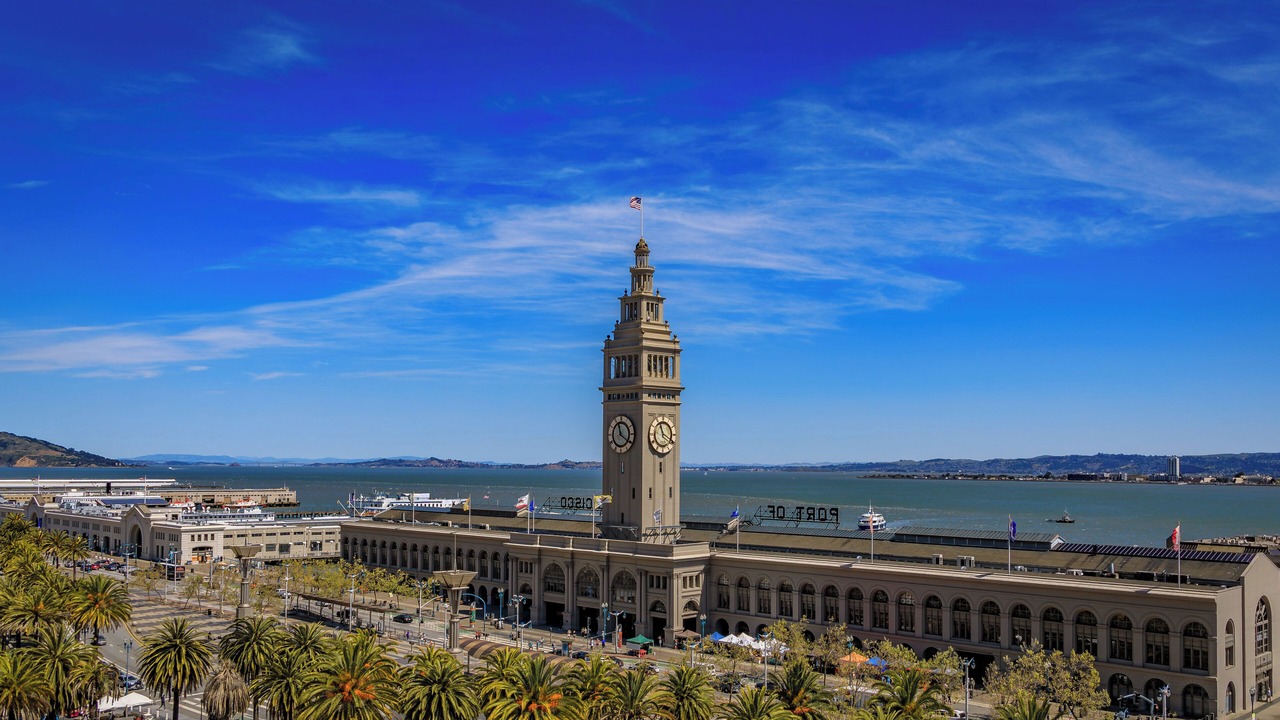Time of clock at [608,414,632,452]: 11:20
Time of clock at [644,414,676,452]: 11:19
